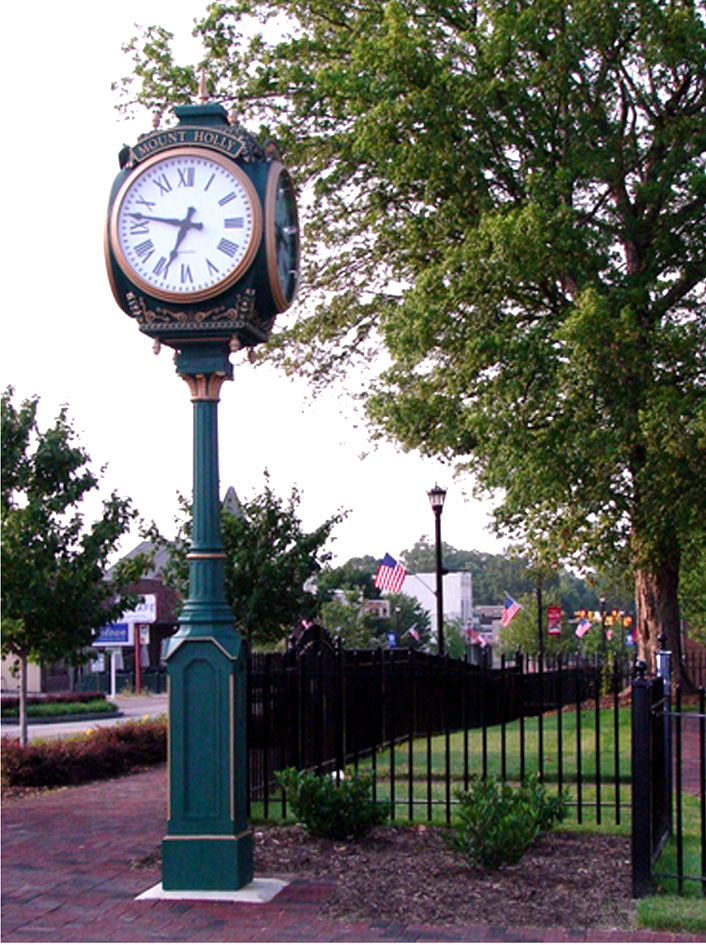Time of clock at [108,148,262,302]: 6:46
